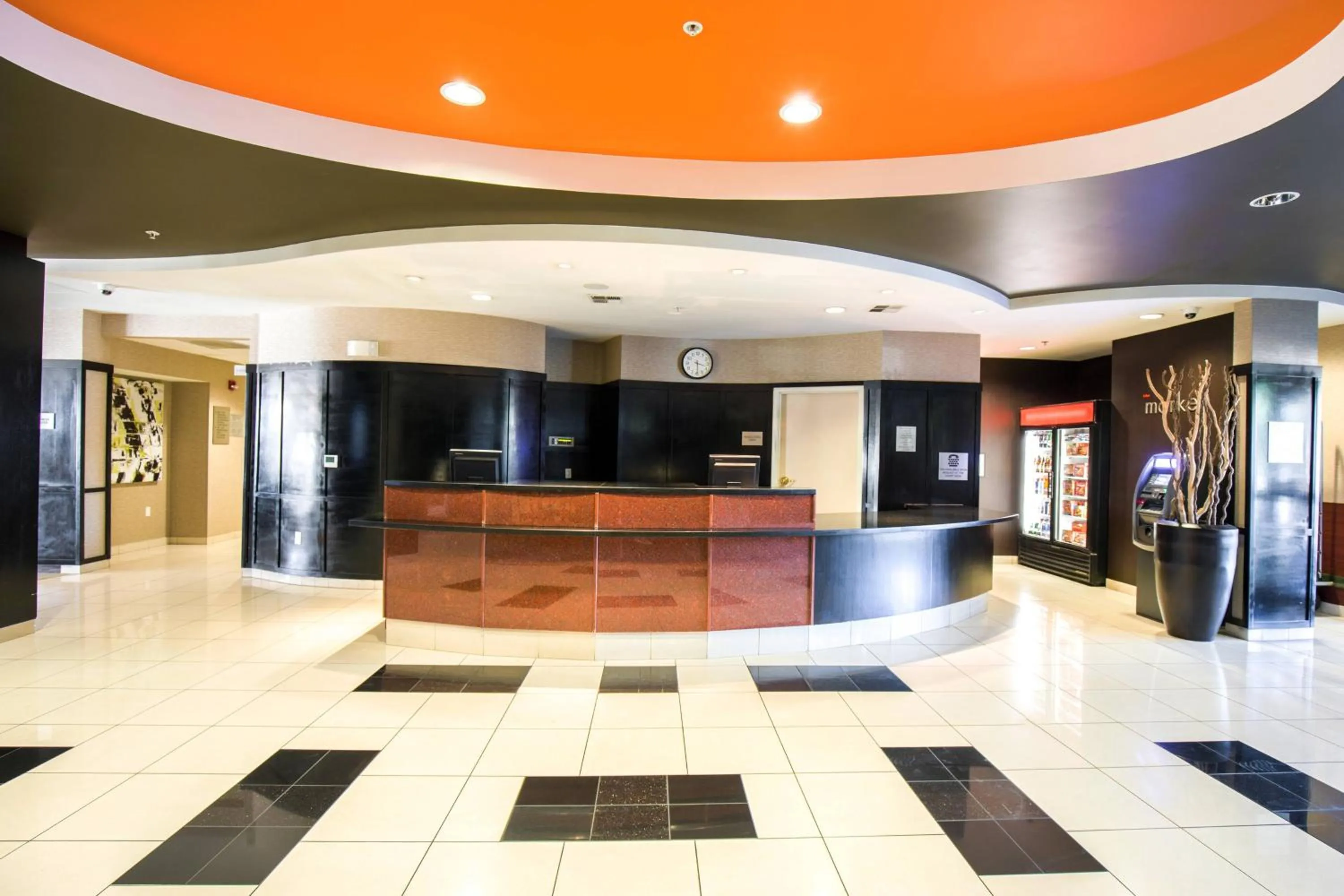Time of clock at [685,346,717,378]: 3:29
